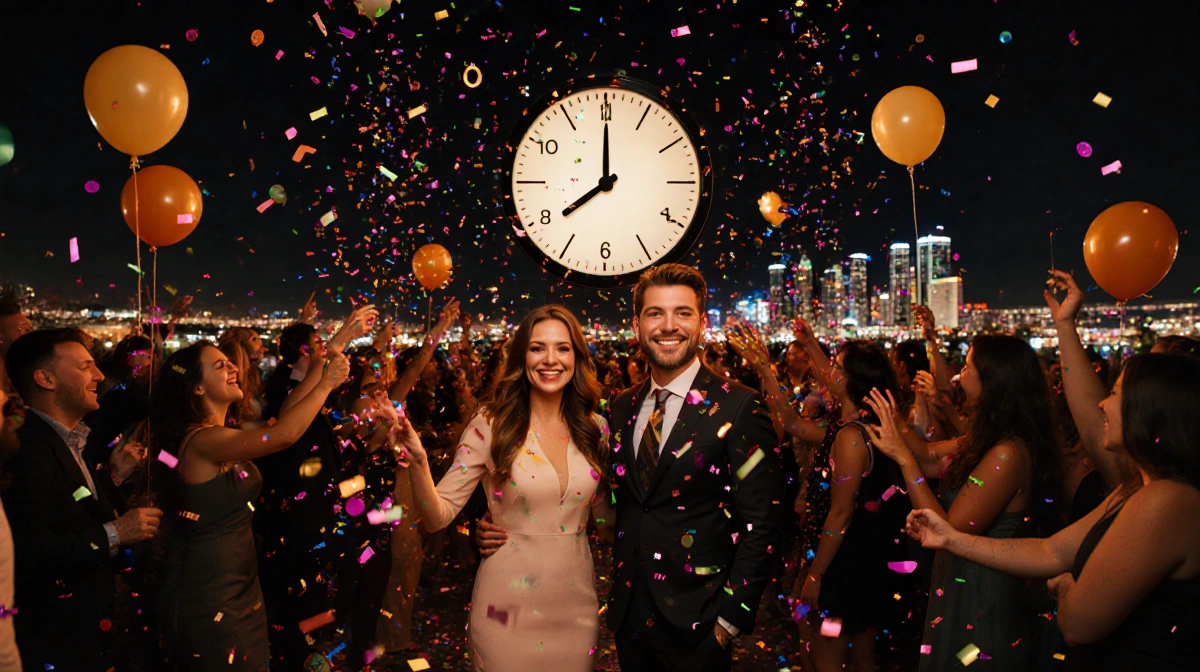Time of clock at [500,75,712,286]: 7:59
